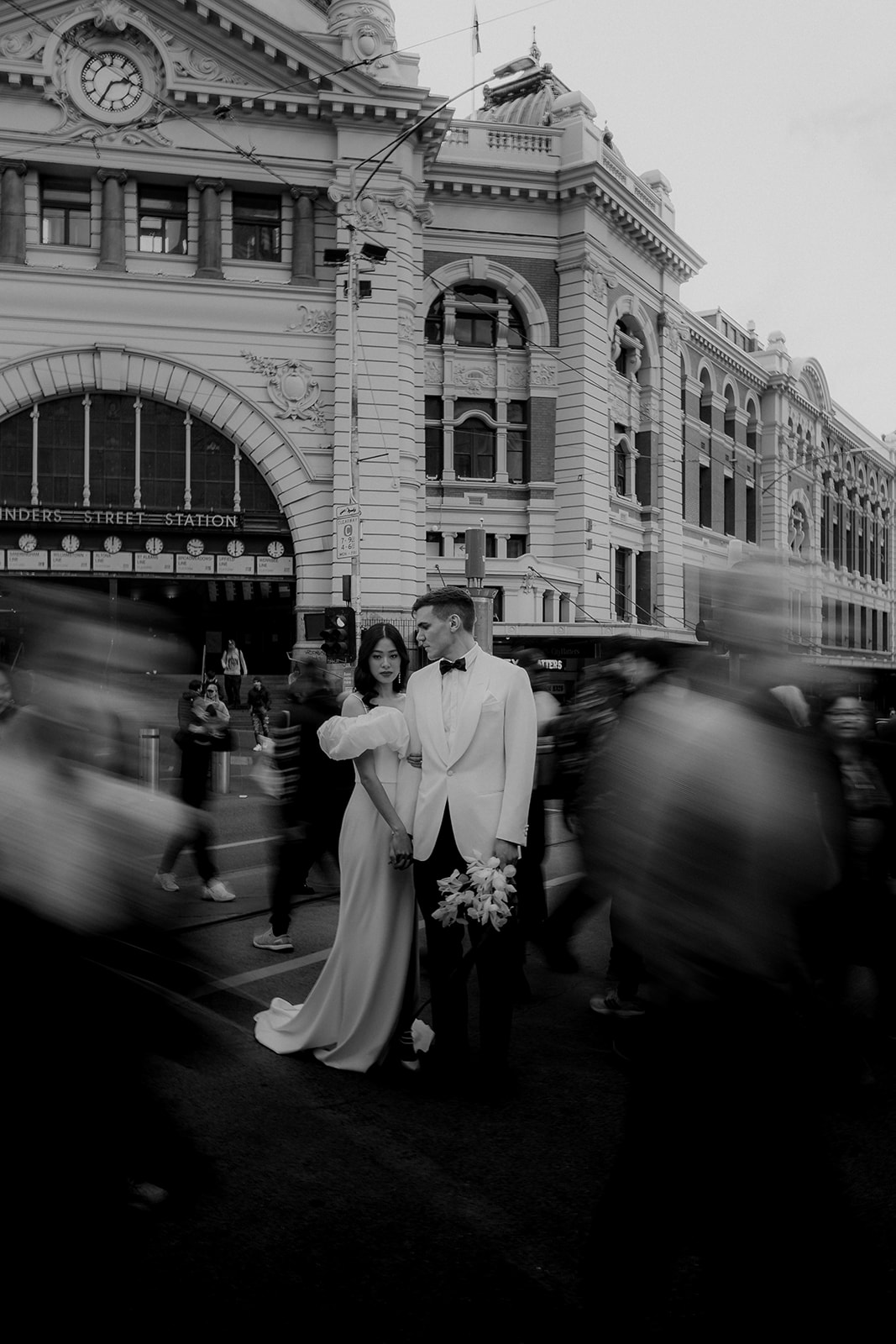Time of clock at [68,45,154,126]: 2:34
